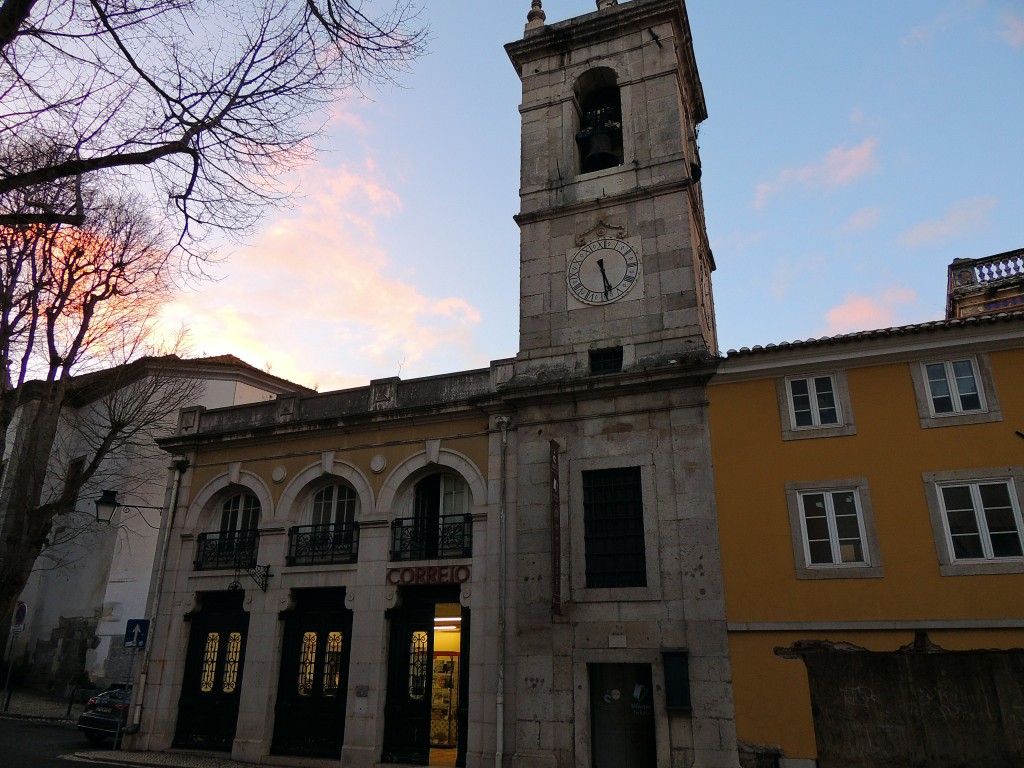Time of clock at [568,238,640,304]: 5:29
